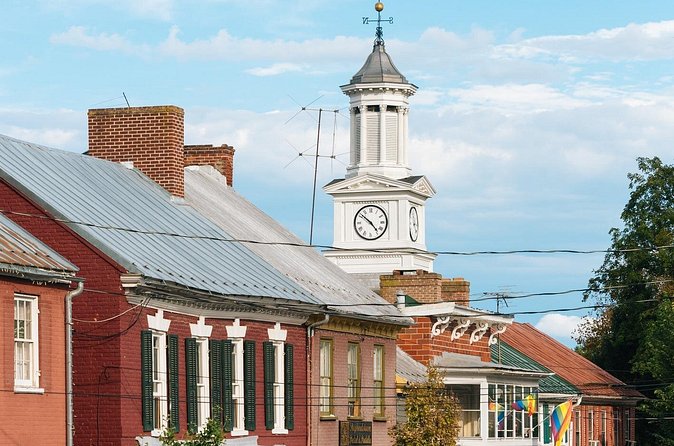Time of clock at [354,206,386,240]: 4:51
